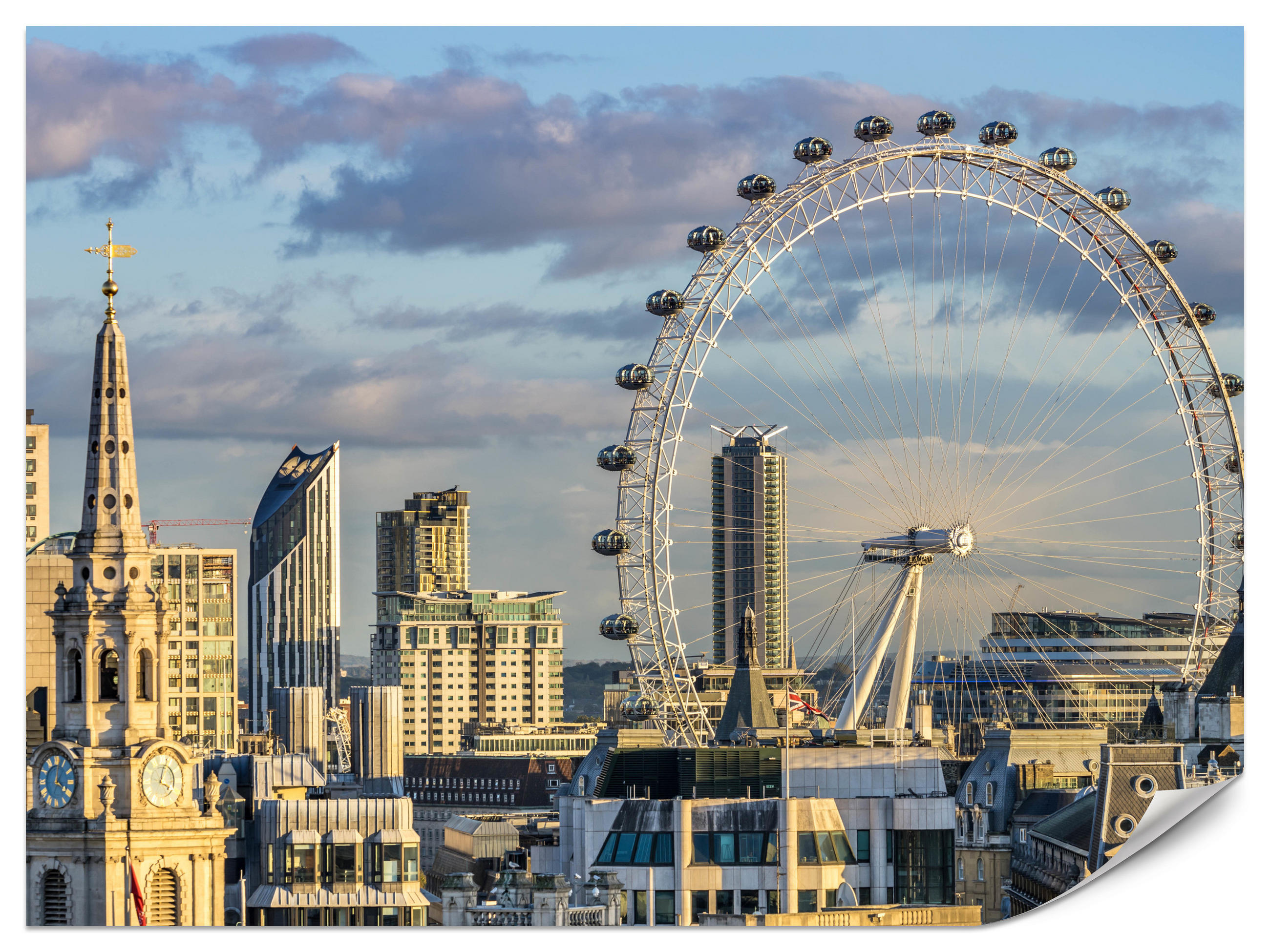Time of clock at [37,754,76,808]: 4:01
